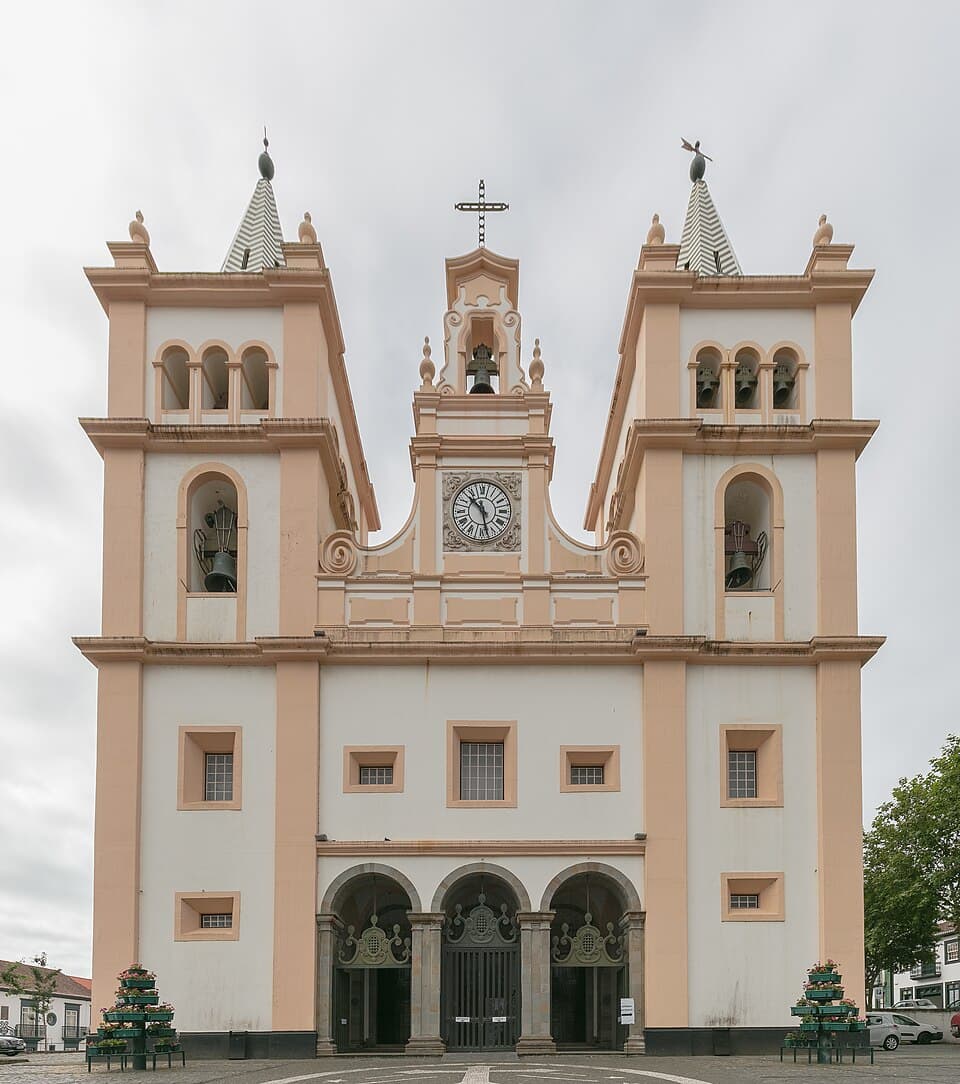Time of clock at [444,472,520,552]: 10:28
